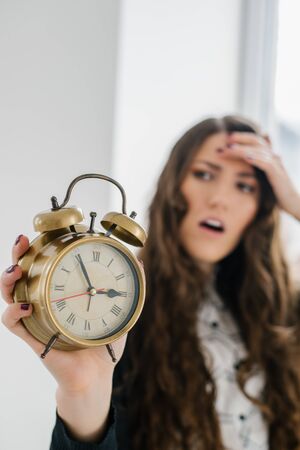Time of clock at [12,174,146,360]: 2:55
